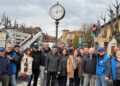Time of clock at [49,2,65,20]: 12:12
